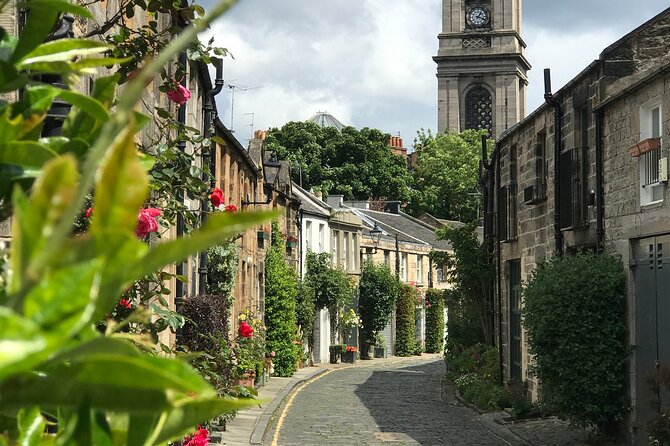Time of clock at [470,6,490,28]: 1:18
